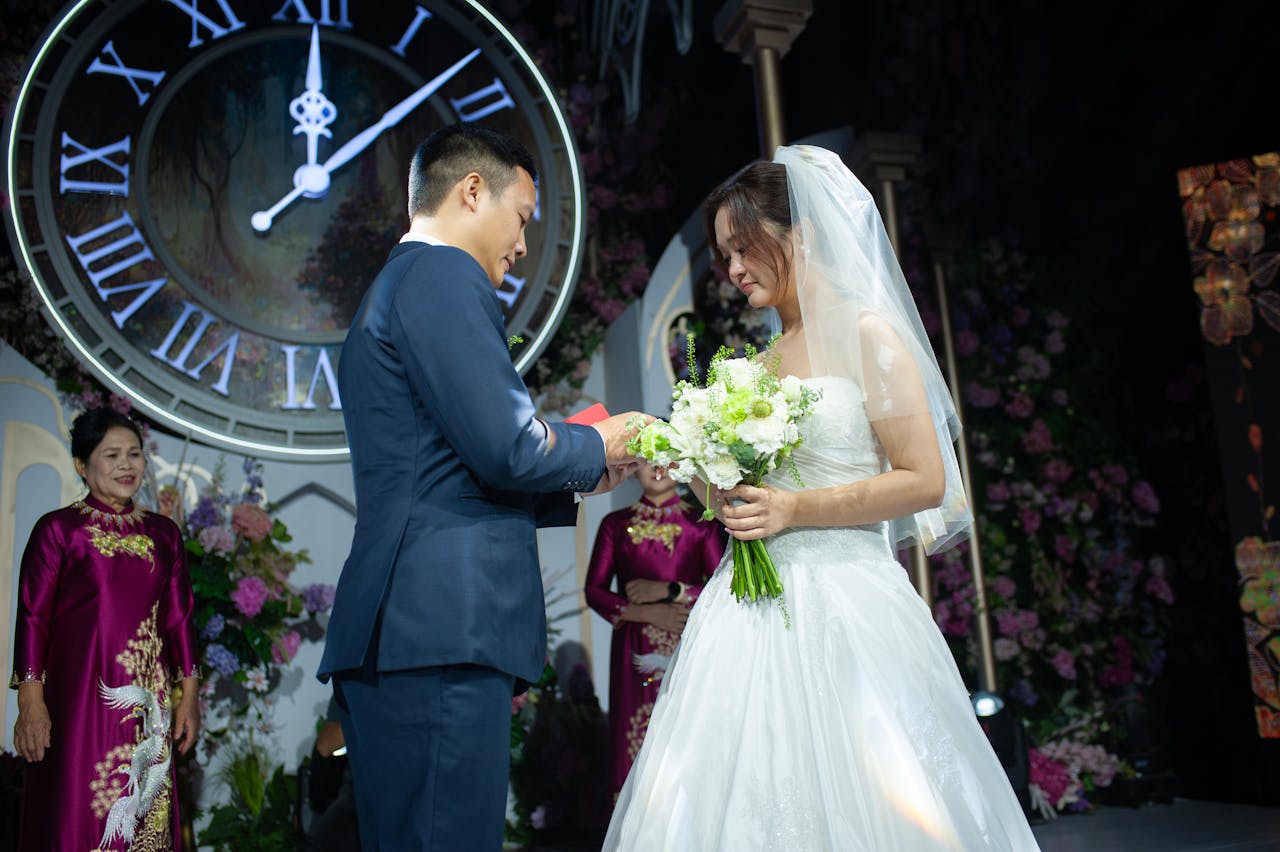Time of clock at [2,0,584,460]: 12:08
